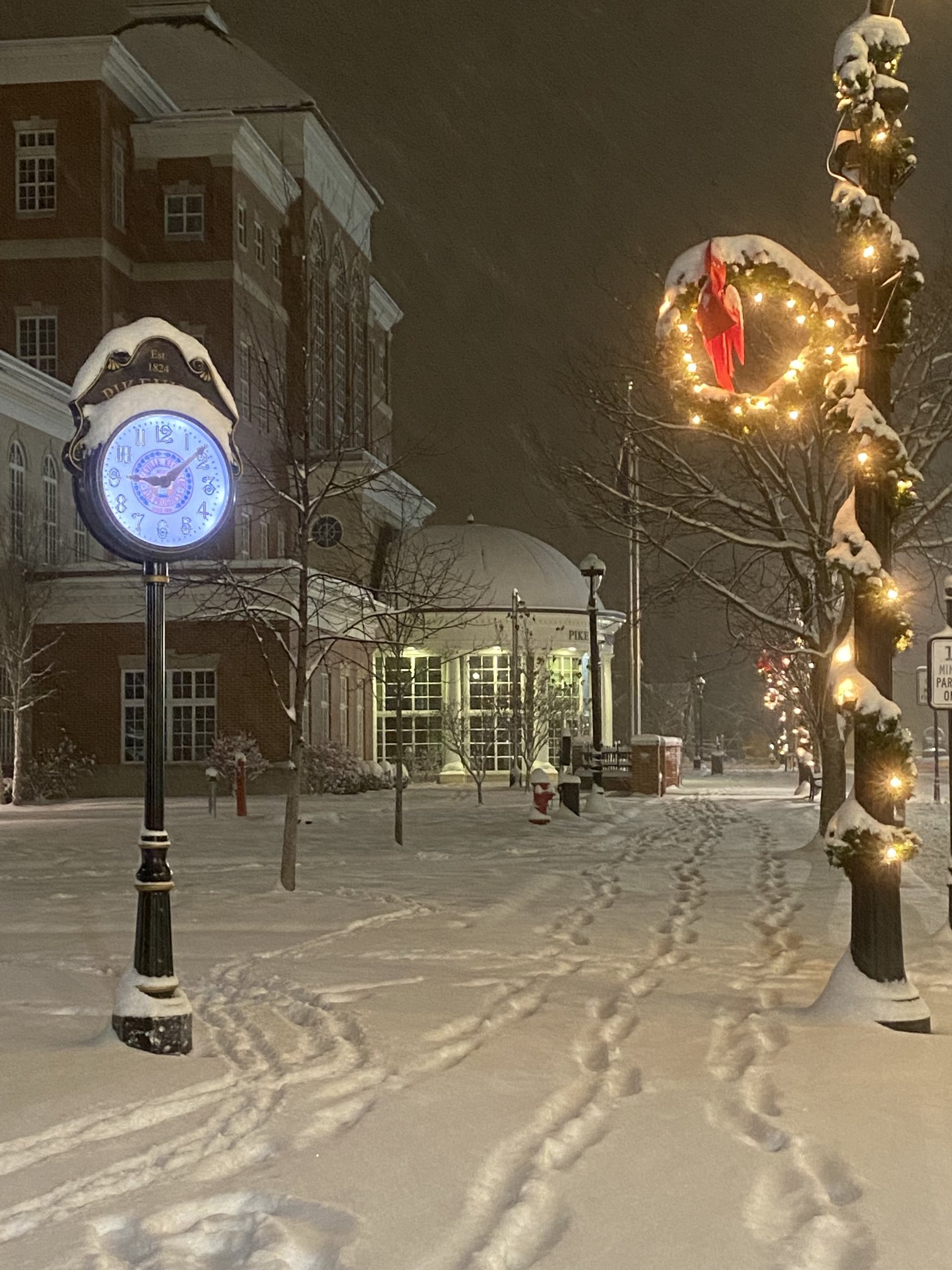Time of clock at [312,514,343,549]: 12:07
